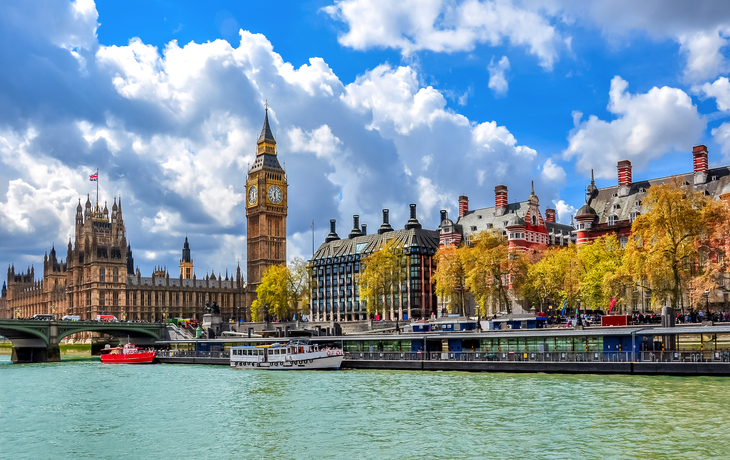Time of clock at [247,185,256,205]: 12:28
